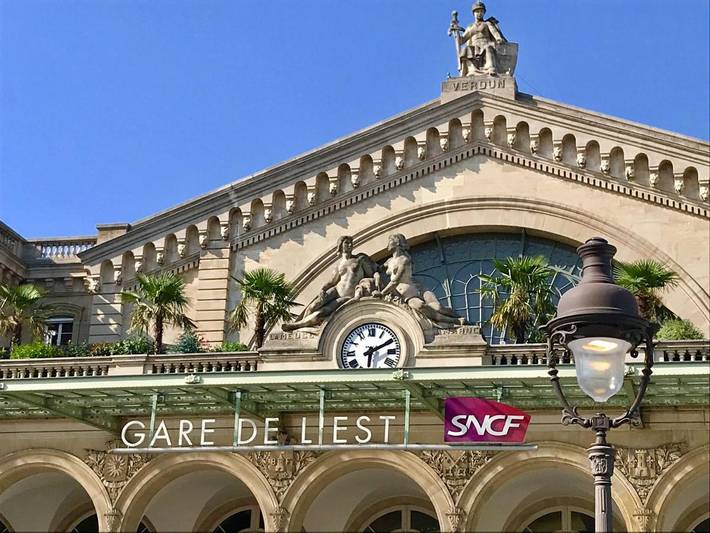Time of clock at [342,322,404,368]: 6:10
